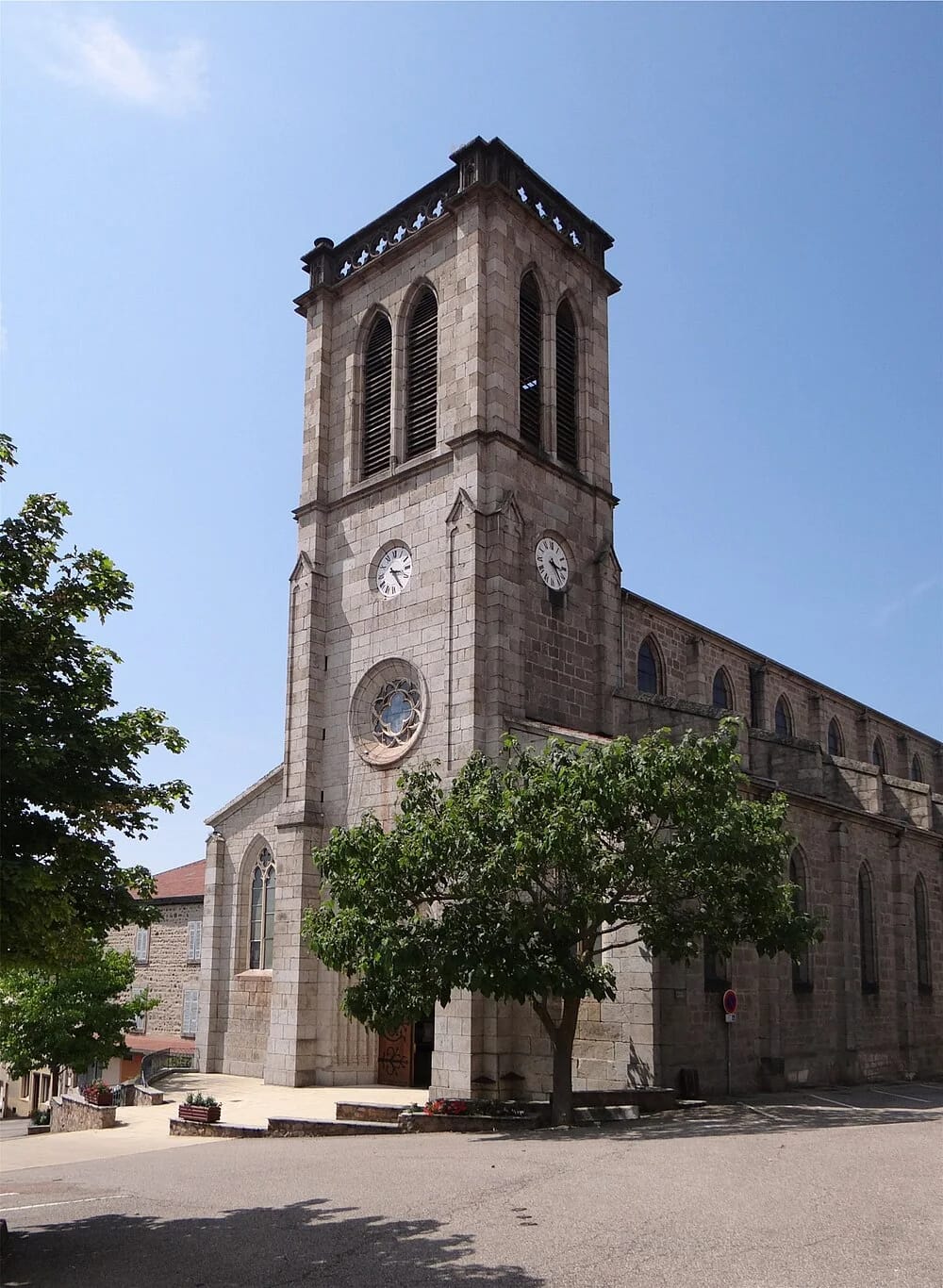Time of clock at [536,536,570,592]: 3:23
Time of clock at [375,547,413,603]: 3:24
